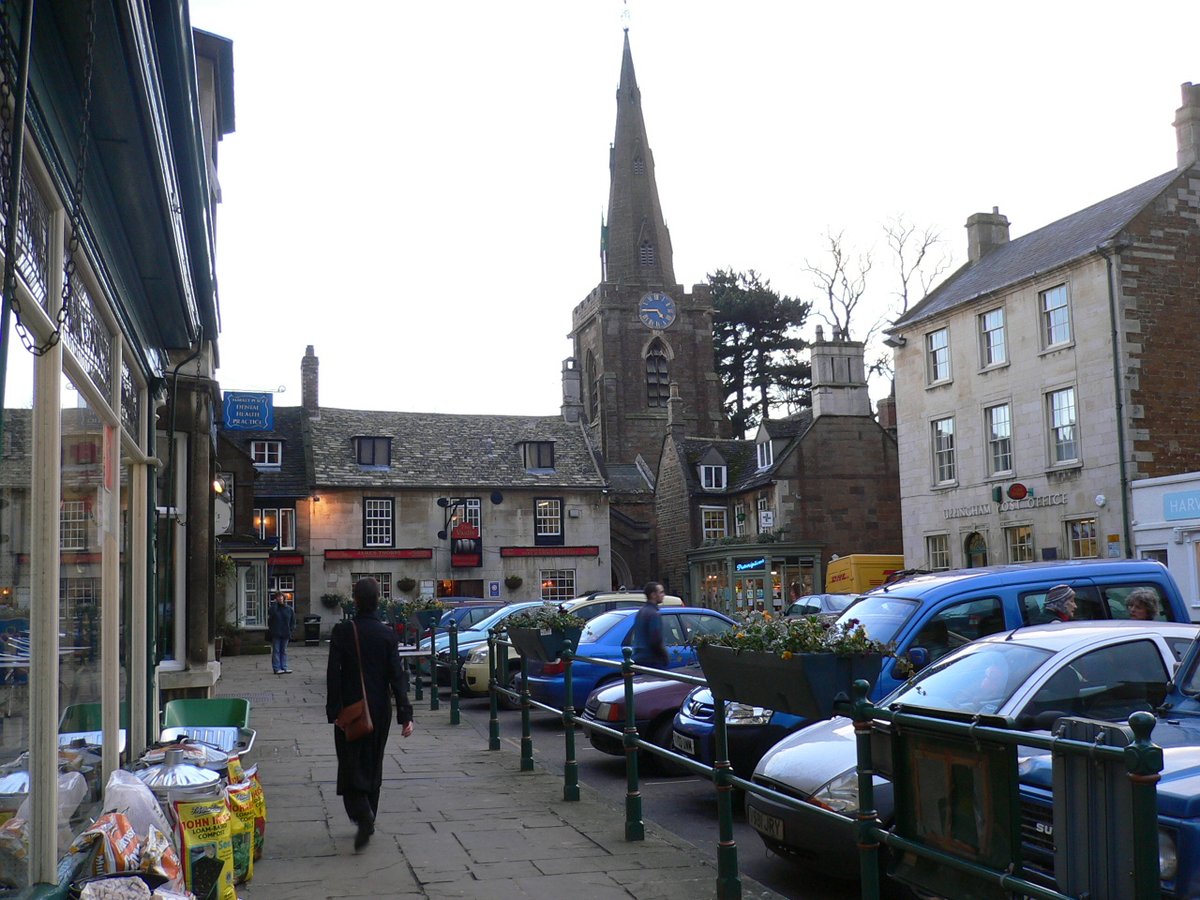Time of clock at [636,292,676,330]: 4:44
